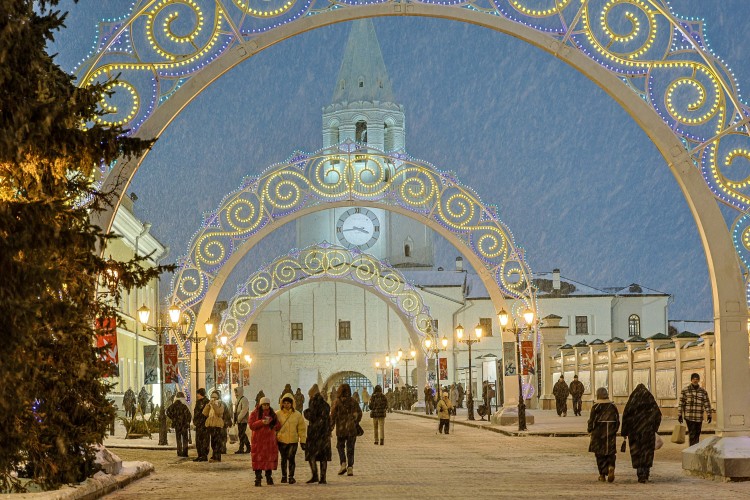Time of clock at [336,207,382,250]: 3:43
